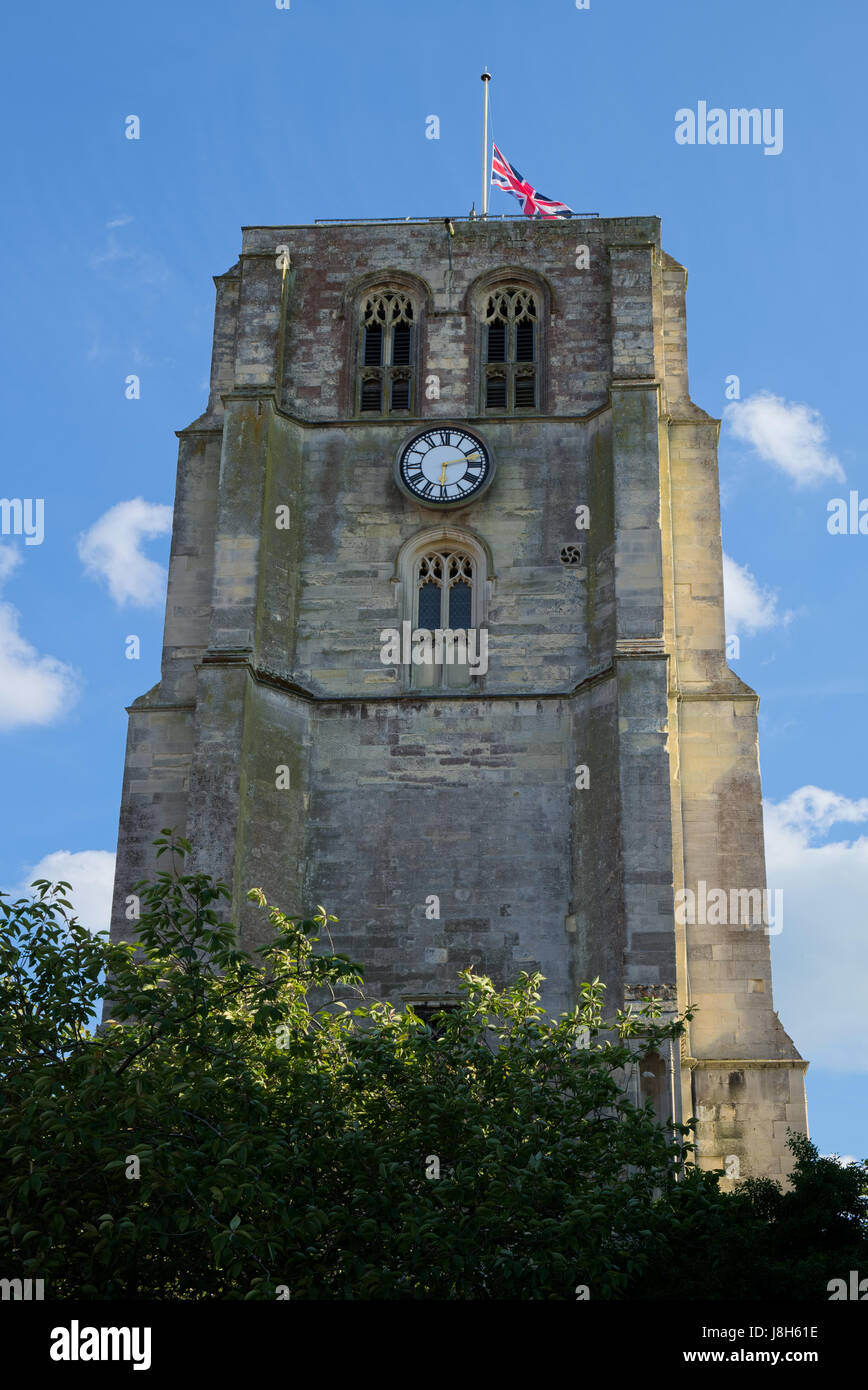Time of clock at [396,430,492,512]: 6:11
